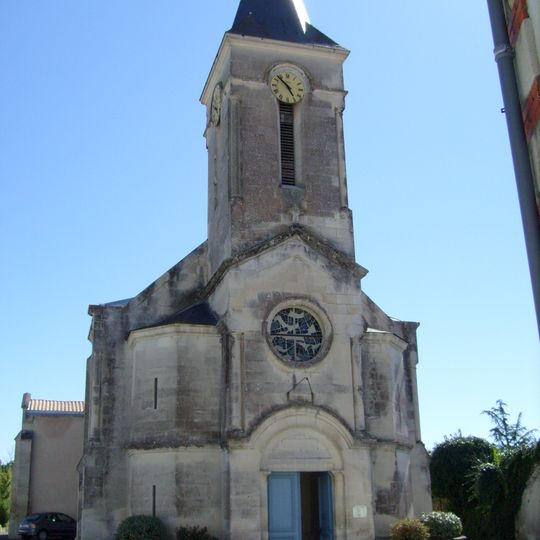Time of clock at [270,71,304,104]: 4:52
